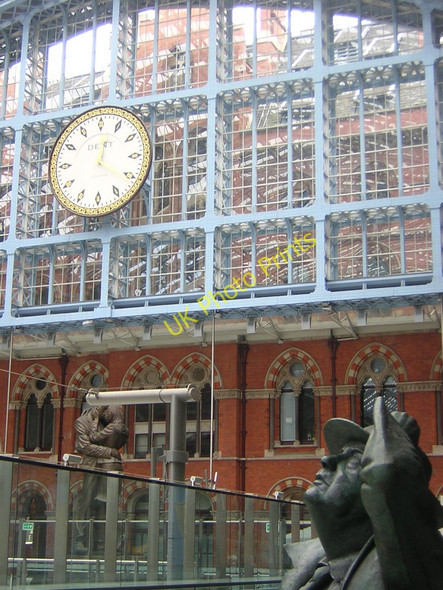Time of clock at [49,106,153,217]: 12:20
